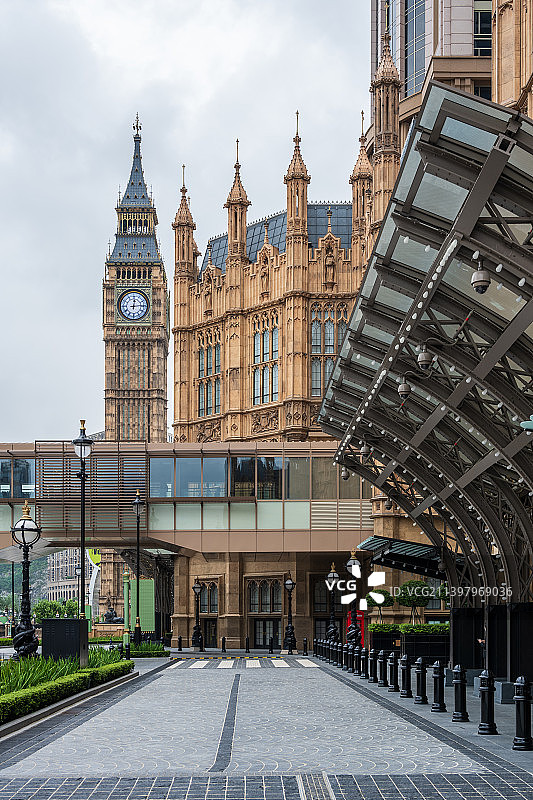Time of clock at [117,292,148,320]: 12:14
